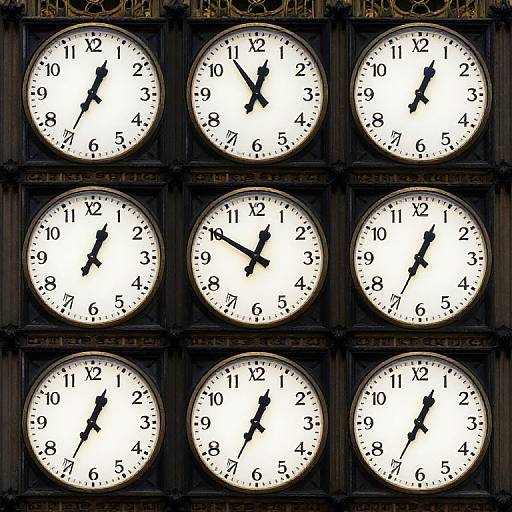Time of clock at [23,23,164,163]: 12:34
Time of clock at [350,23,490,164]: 7:03
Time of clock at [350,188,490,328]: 12:34
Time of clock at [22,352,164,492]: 12:34
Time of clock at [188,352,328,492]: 12:34
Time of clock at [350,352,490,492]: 12:34
